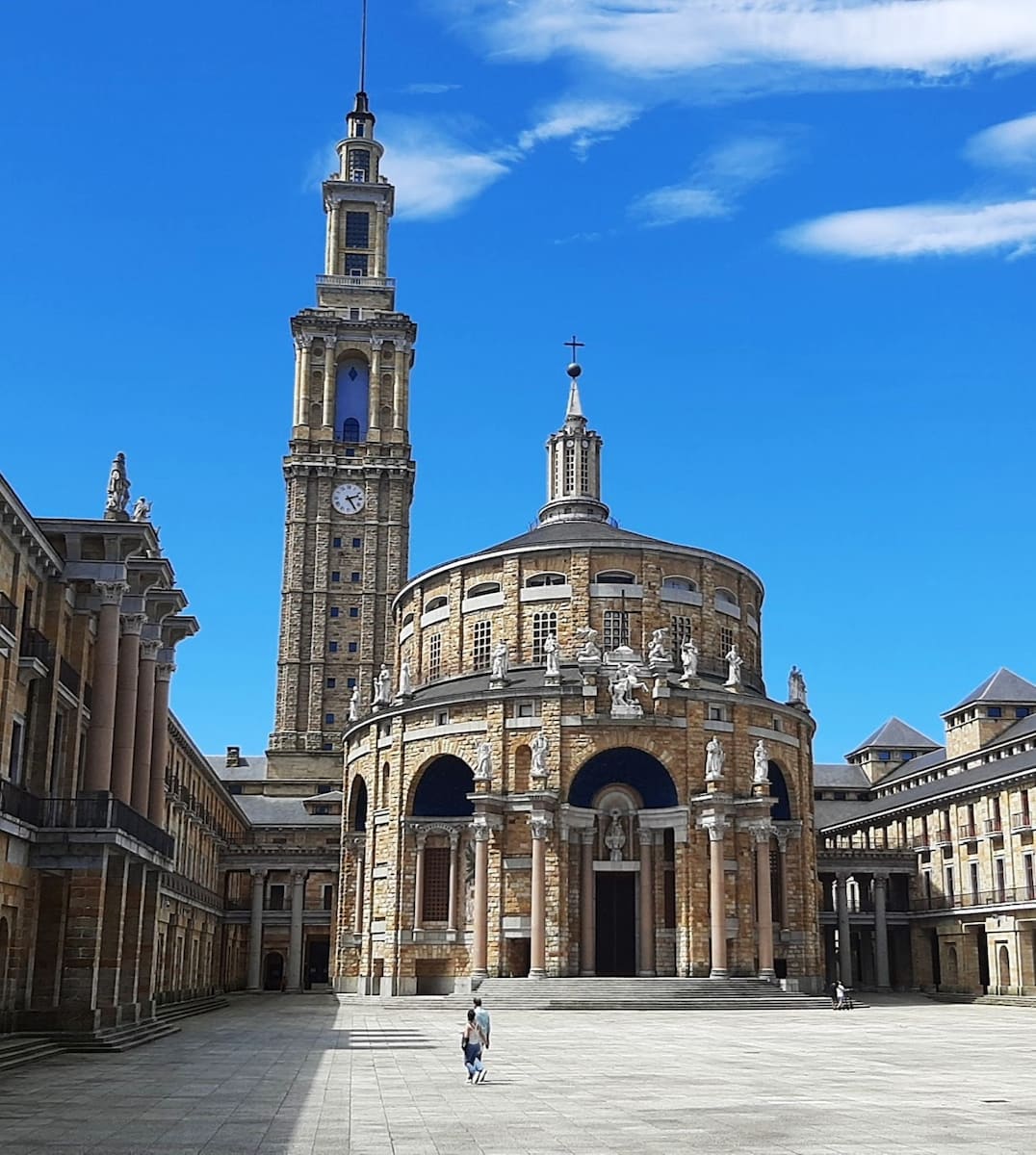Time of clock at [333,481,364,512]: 2:24
